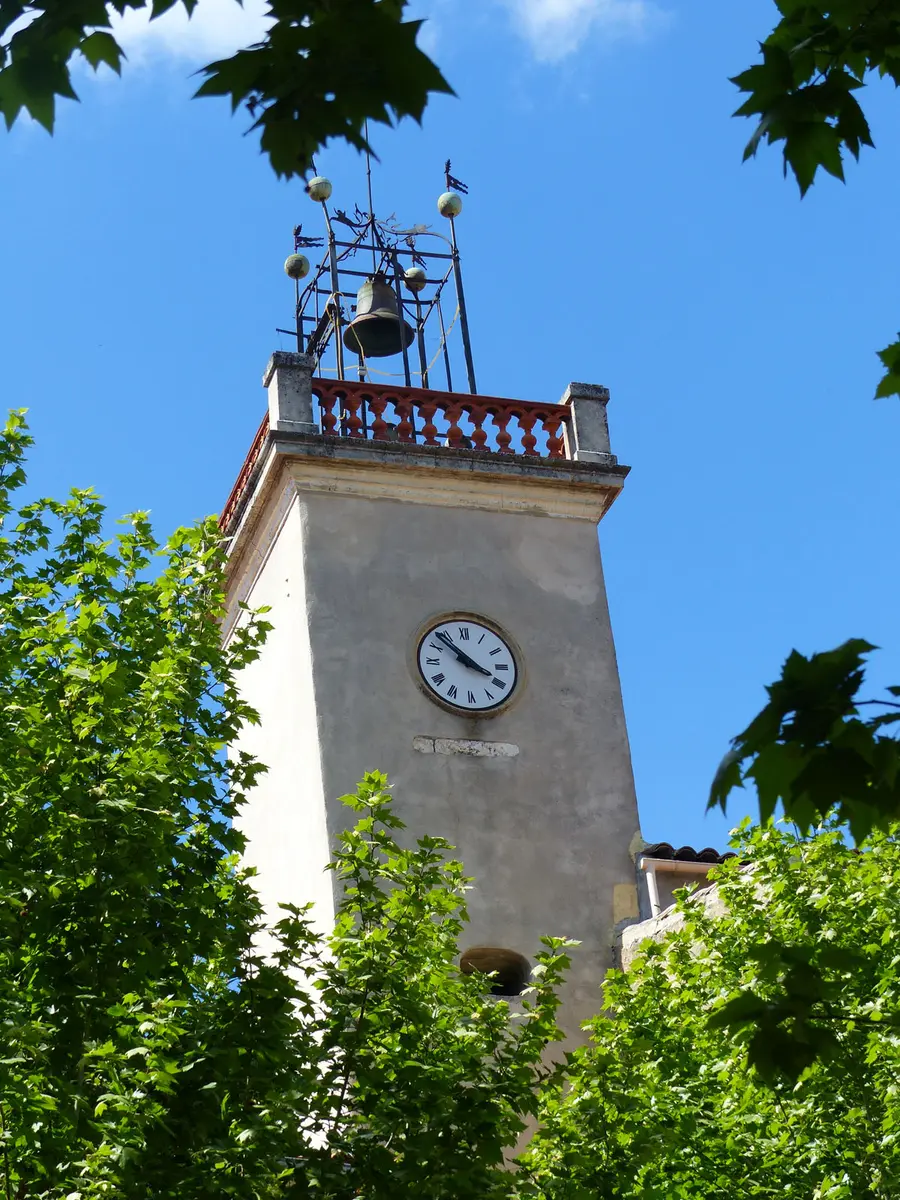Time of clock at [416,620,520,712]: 3:52
